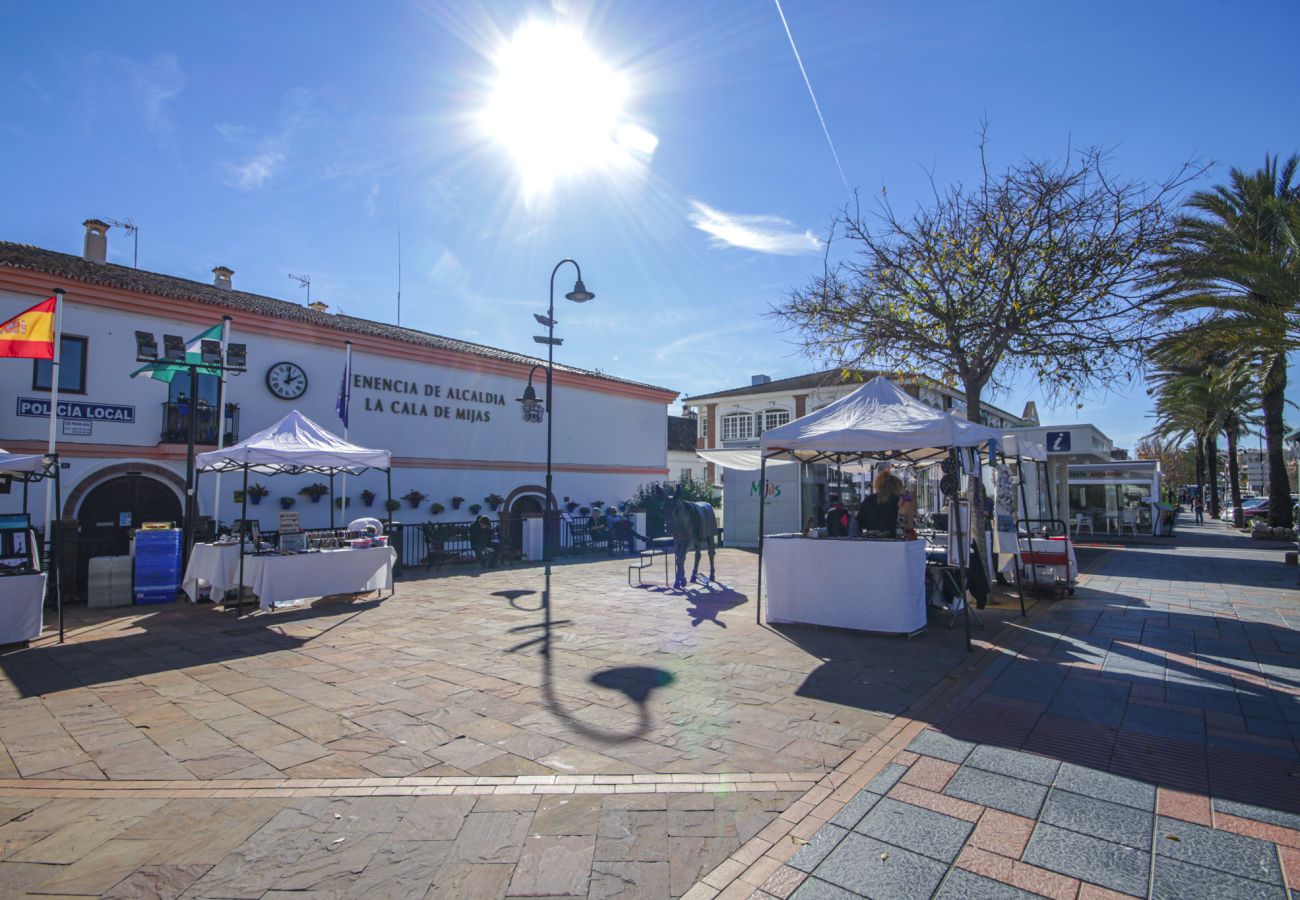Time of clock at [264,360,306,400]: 2:01
